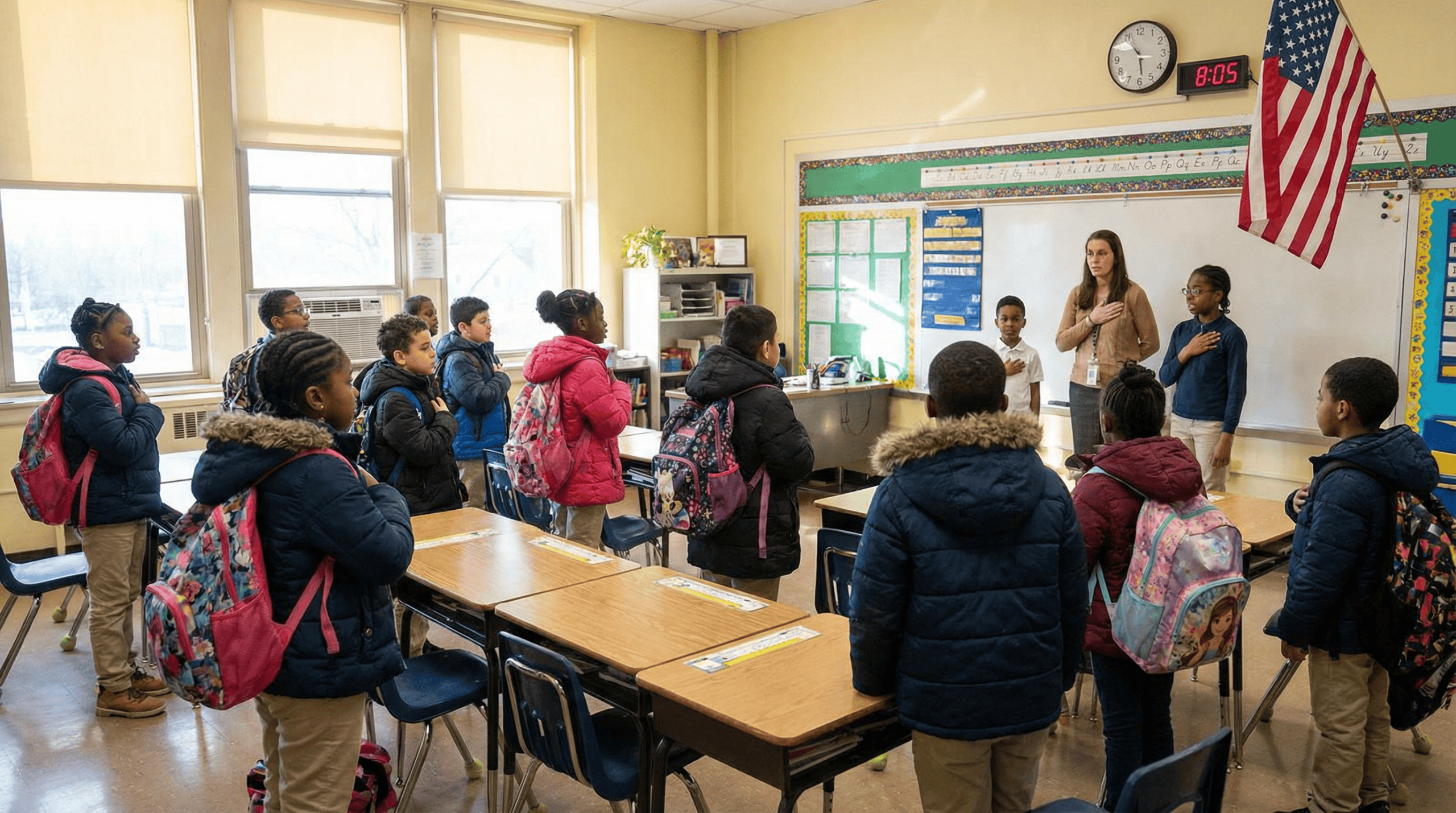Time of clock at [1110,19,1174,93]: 5:54
